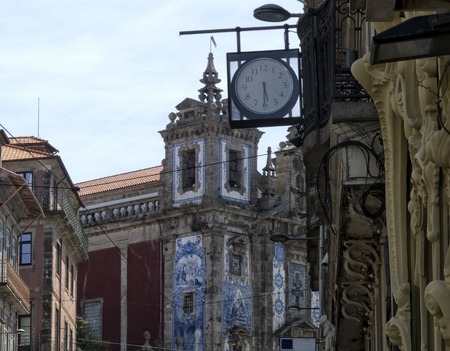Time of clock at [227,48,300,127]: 5:30
